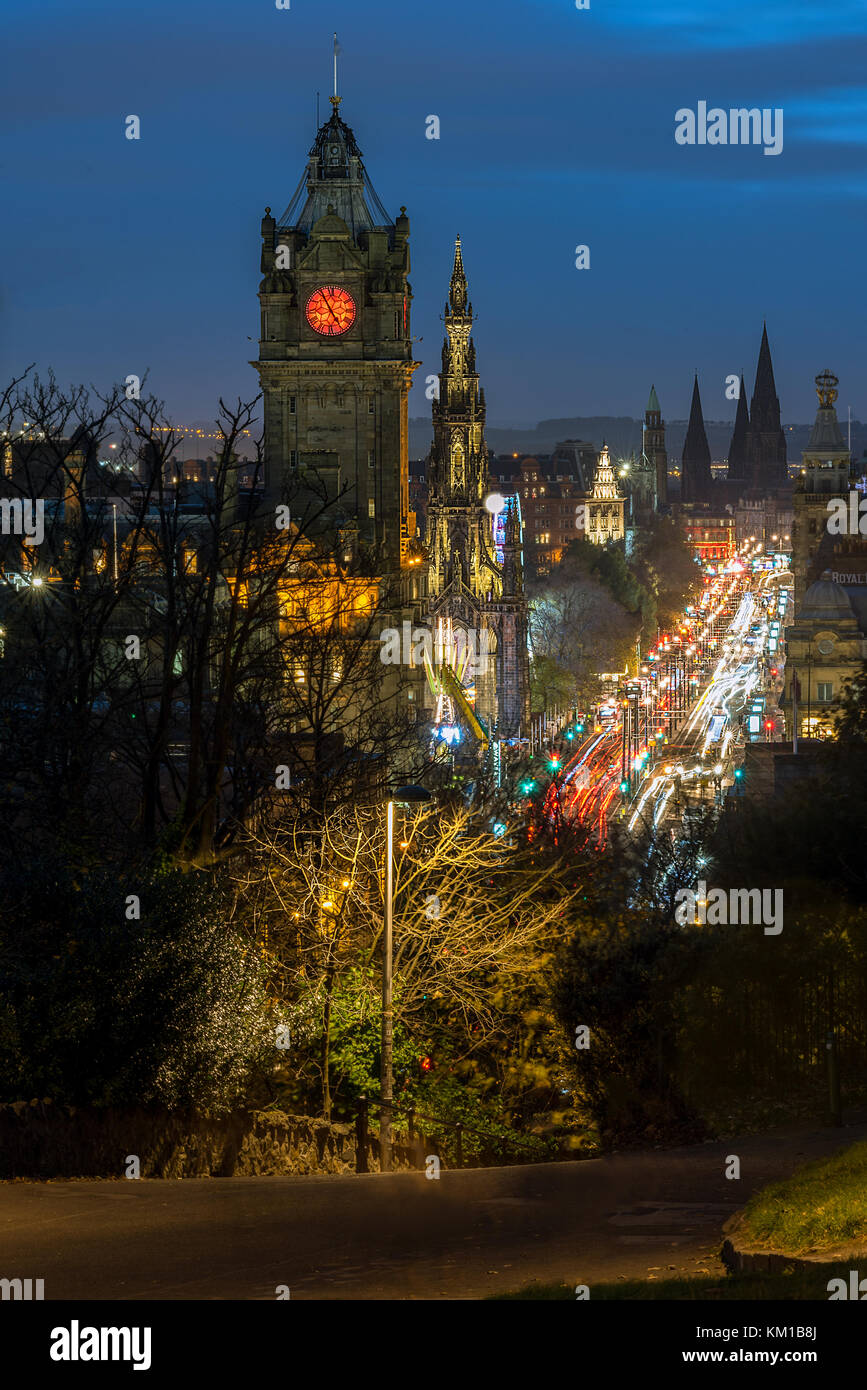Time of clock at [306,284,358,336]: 4:55
